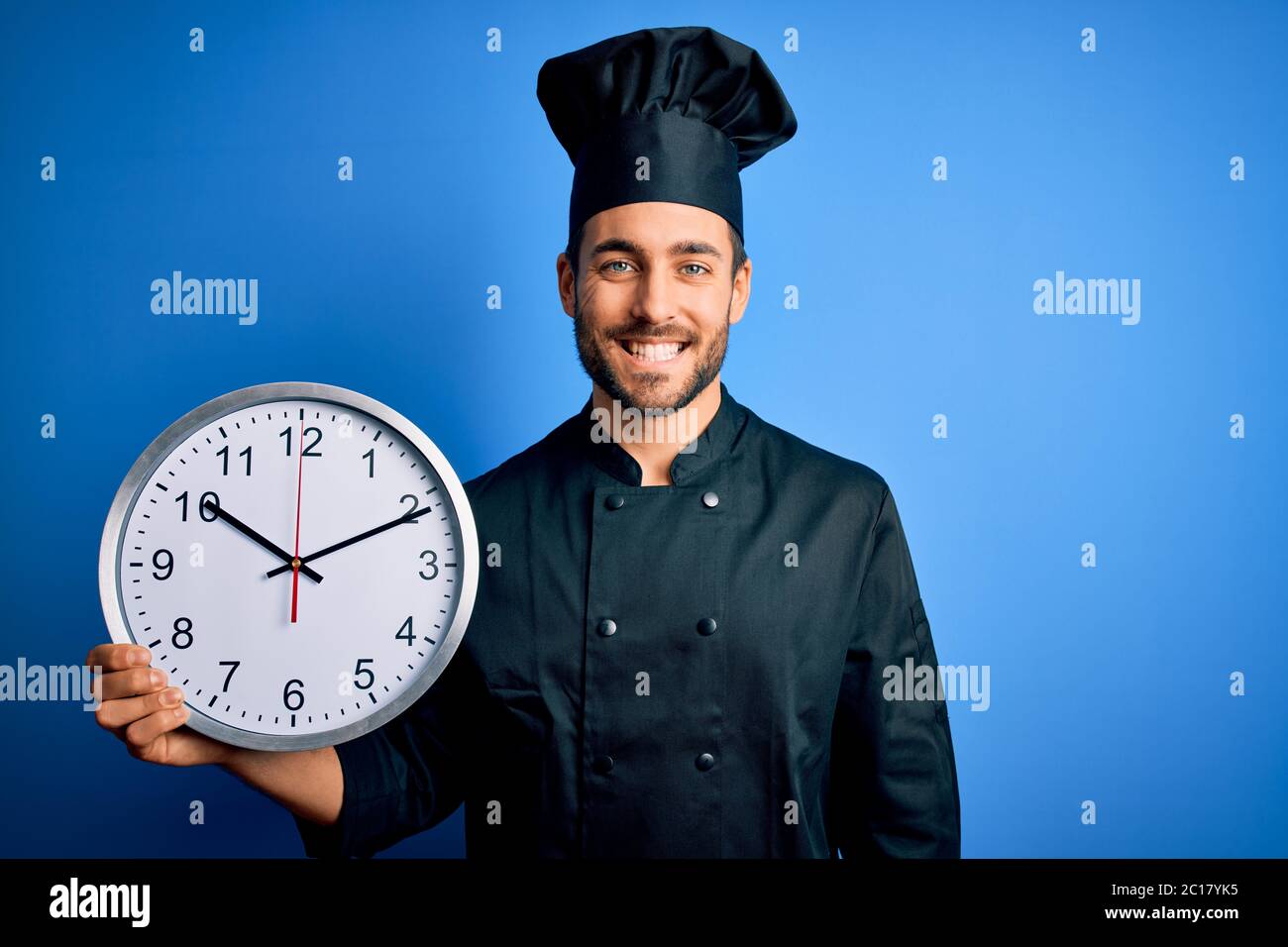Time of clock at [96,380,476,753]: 10:10
